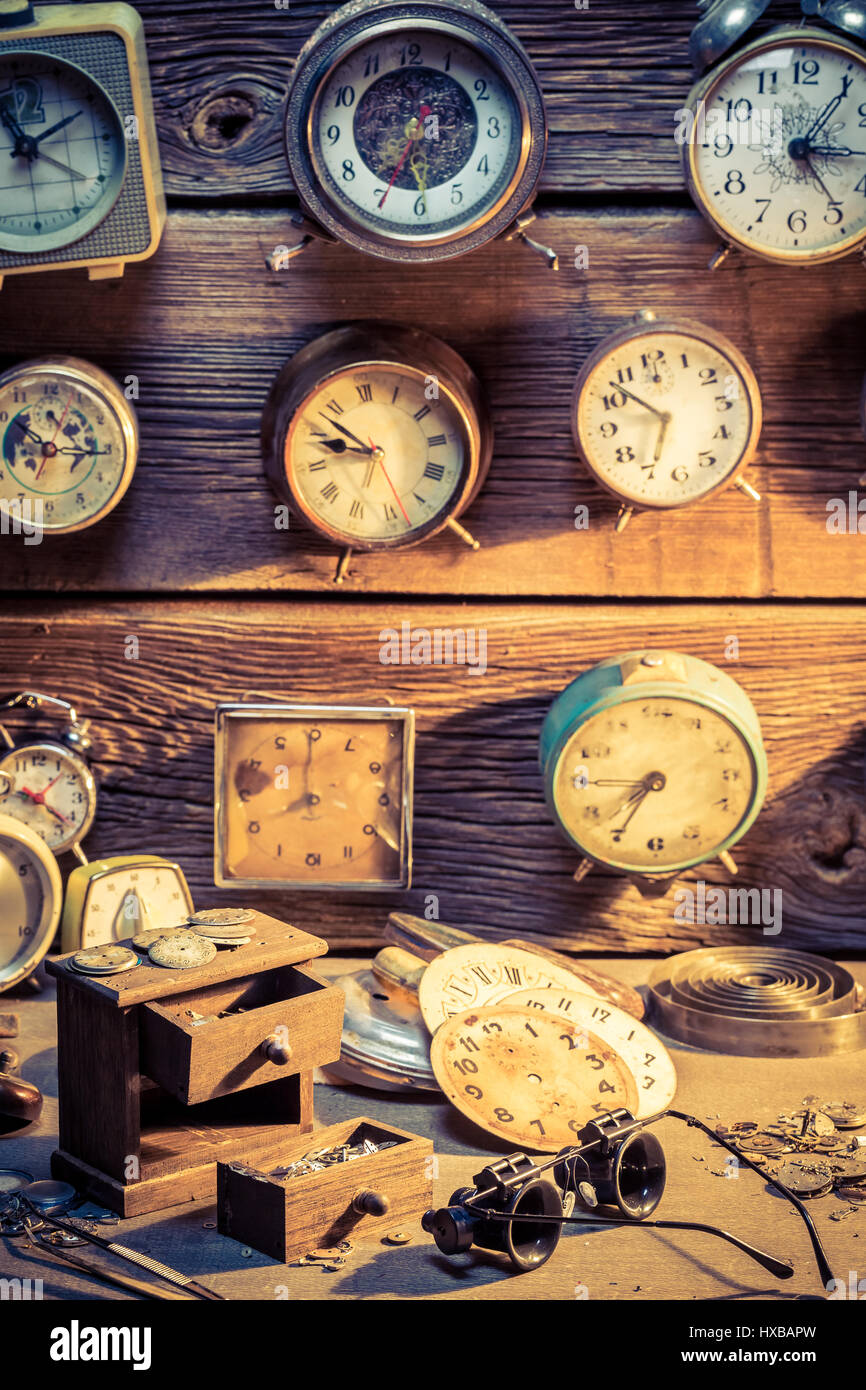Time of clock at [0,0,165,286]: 11:10
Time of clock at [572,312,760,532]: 6:52
